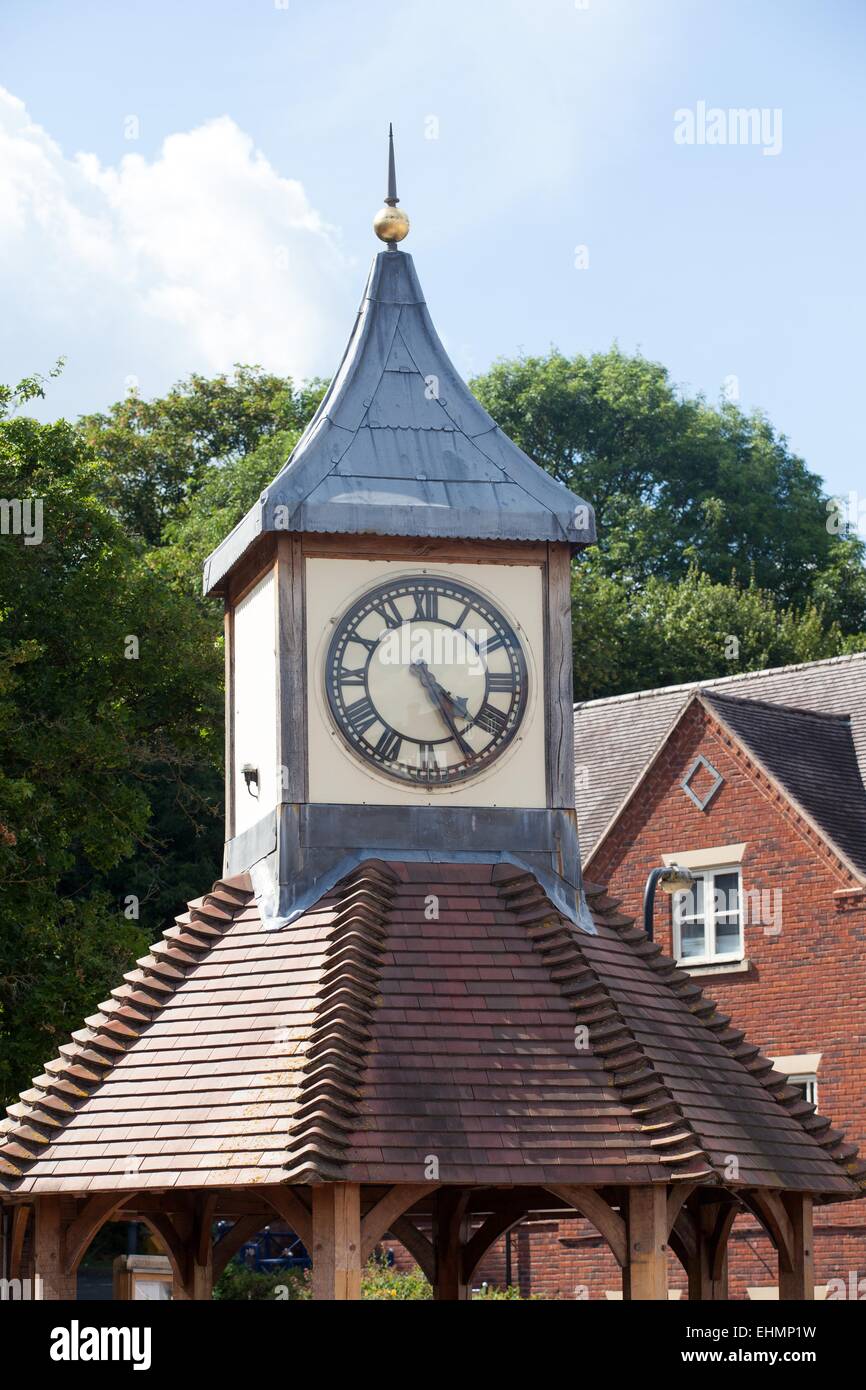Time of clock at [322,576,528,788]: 4:25
